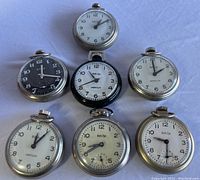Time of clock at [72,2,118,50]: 1:09
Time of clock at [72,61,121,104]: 10:41
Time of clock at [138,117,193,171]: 9:30
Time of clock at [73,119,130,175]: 8:40
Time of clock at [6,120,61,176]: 12:06
